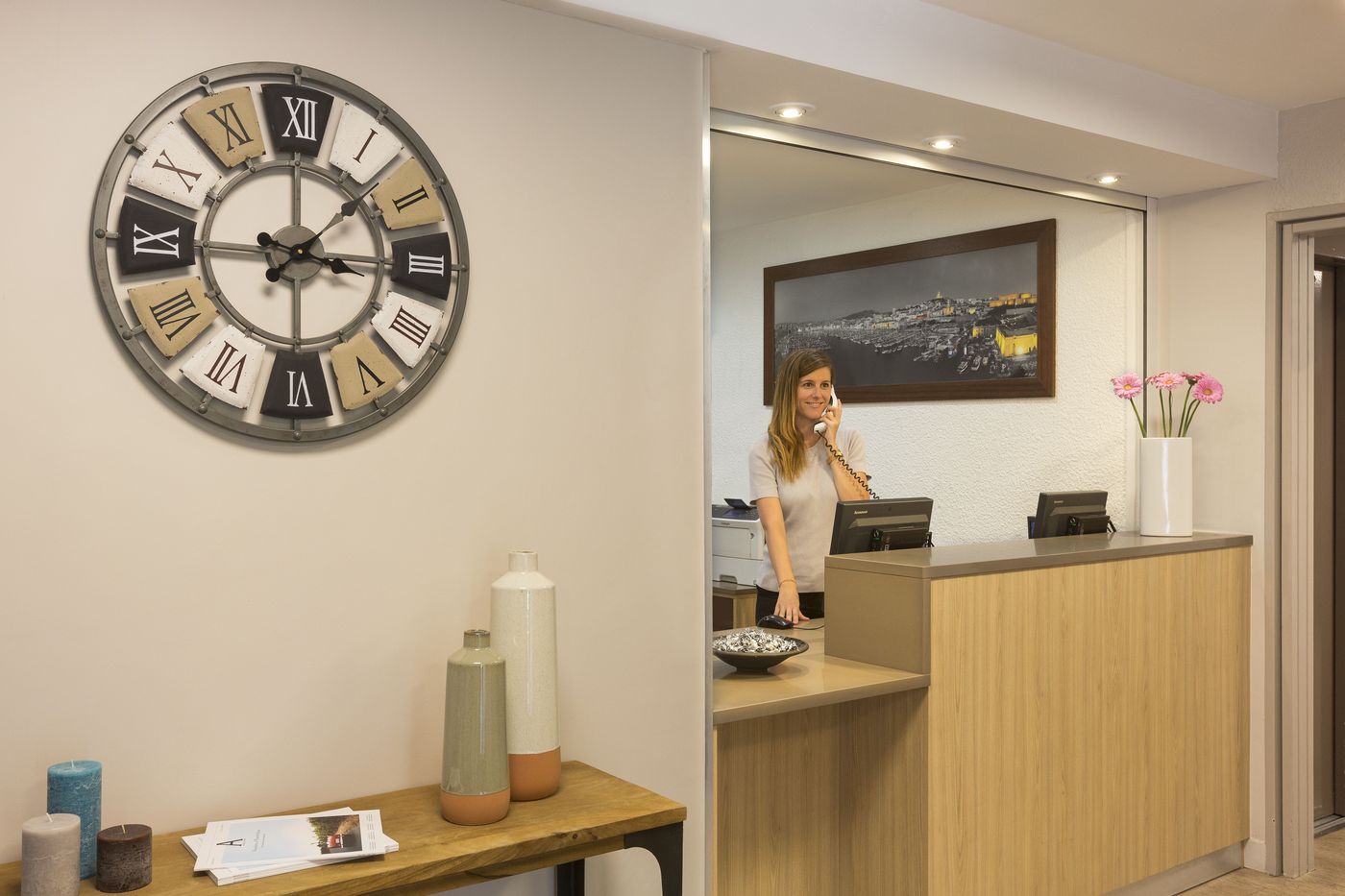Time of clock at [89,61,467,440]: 3:07
